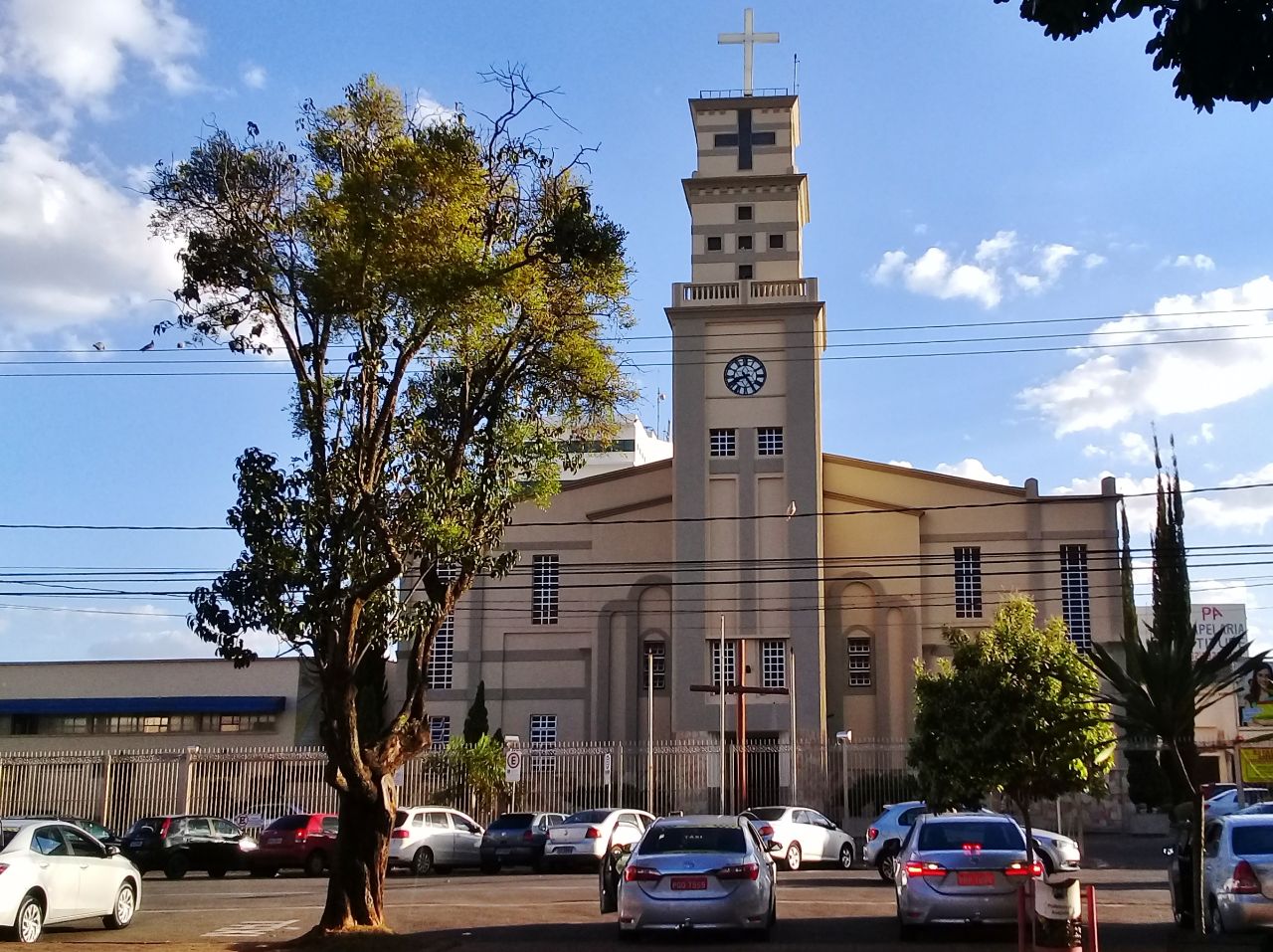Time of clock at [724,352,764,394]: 8:24
